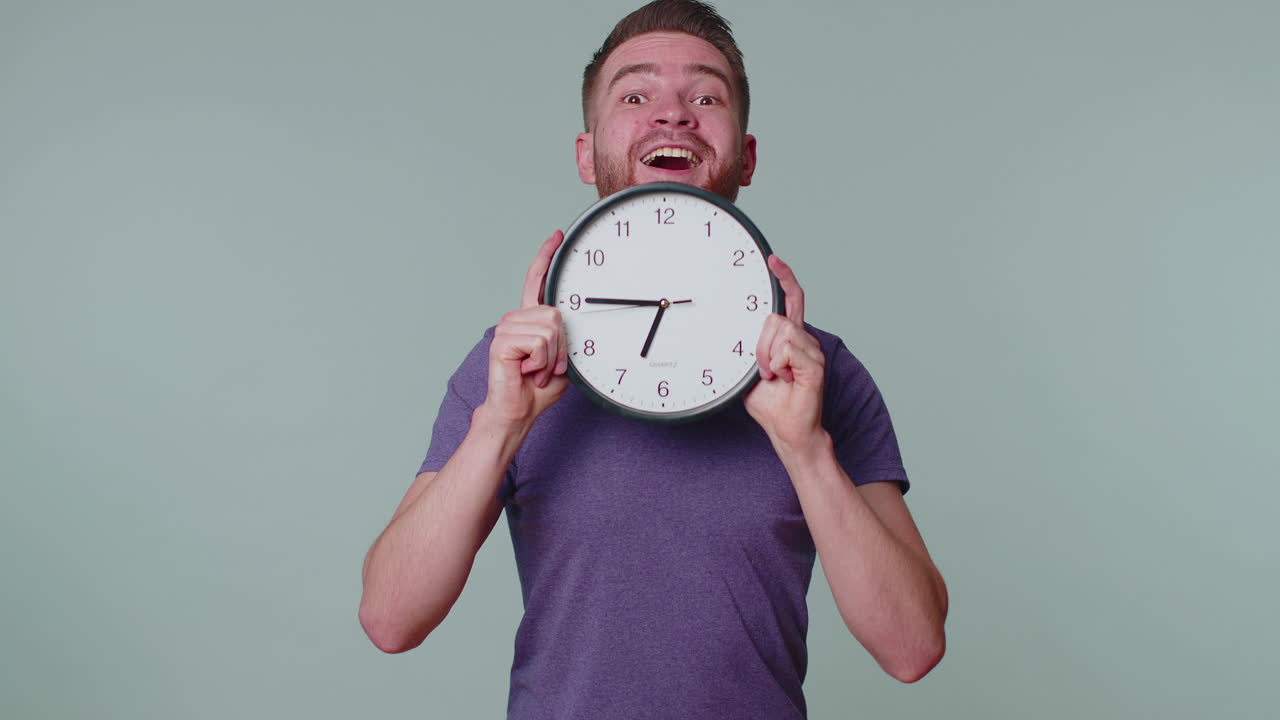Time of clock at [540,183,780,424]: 6:45
